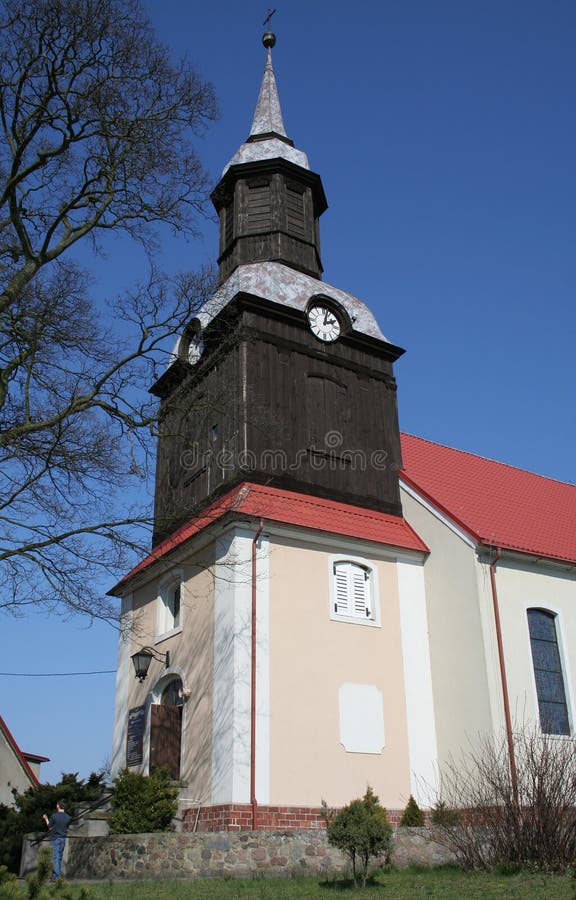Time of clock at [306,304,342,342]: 2:02
